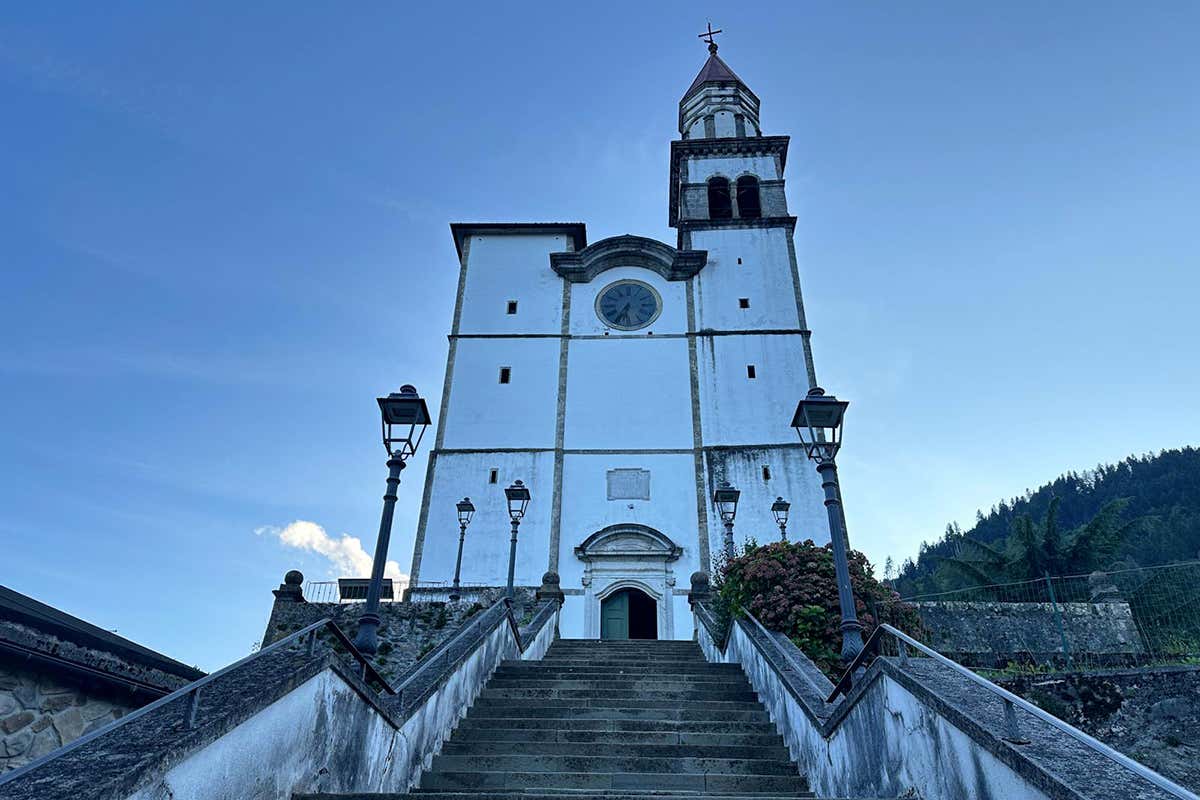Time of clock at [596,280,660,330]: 6:34
